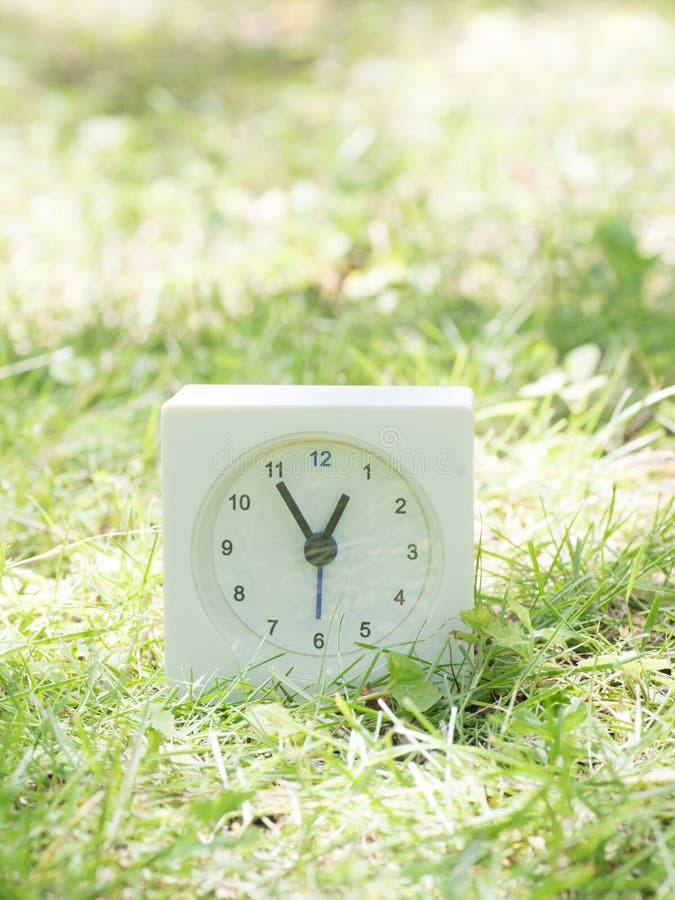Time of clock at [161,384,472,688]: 12:54
